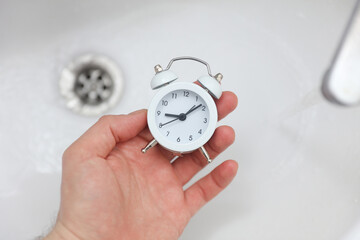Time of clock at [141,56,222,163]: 9:08
